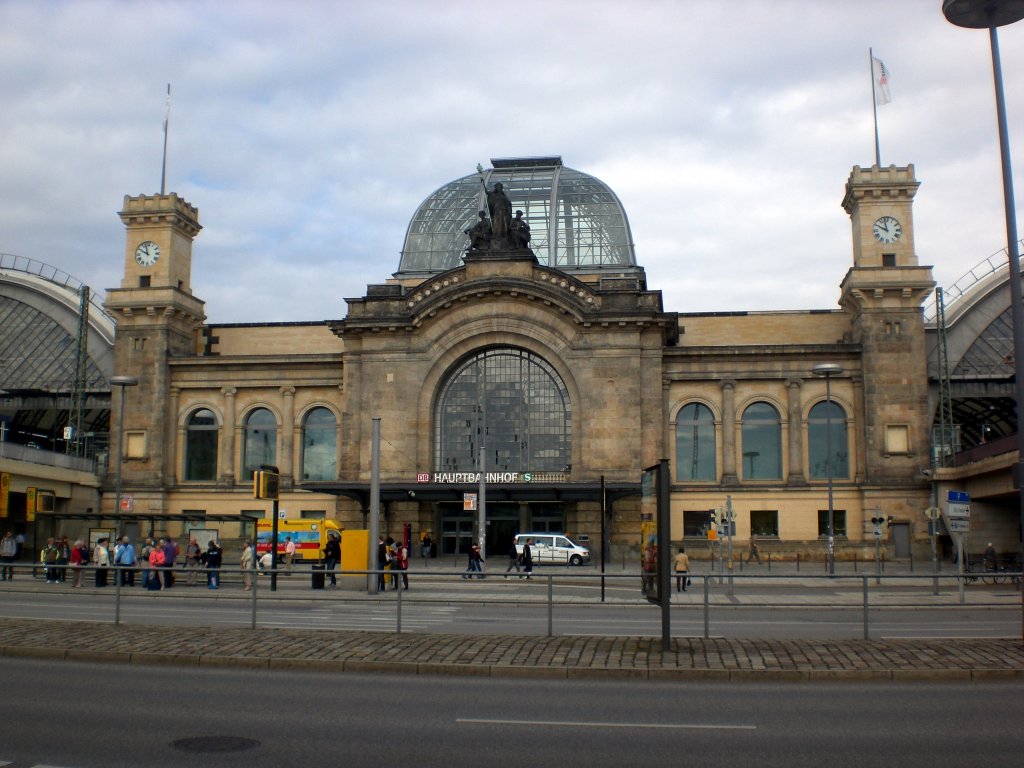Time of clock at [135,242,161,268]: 9:57
